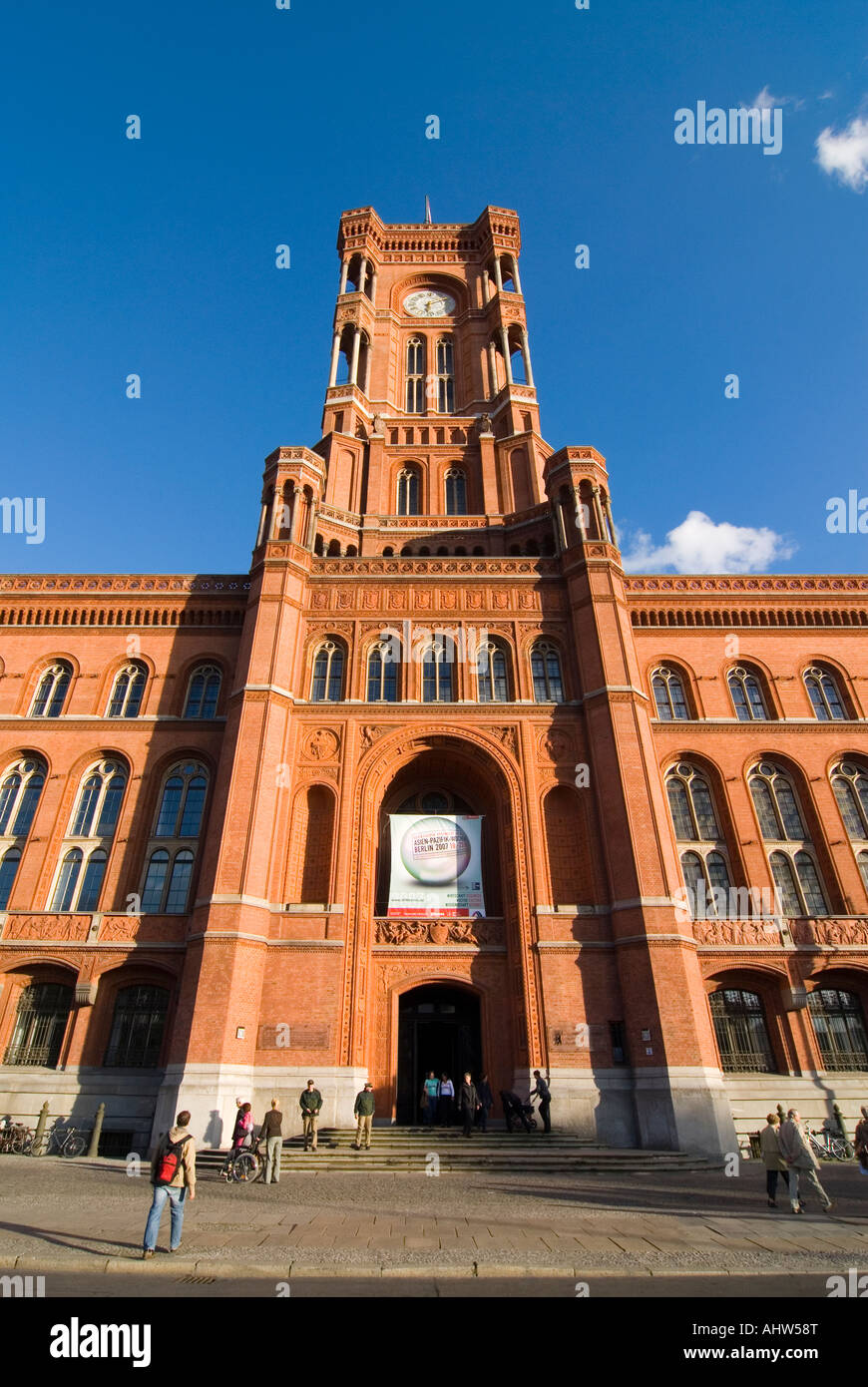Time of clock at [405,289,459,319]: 6:10
